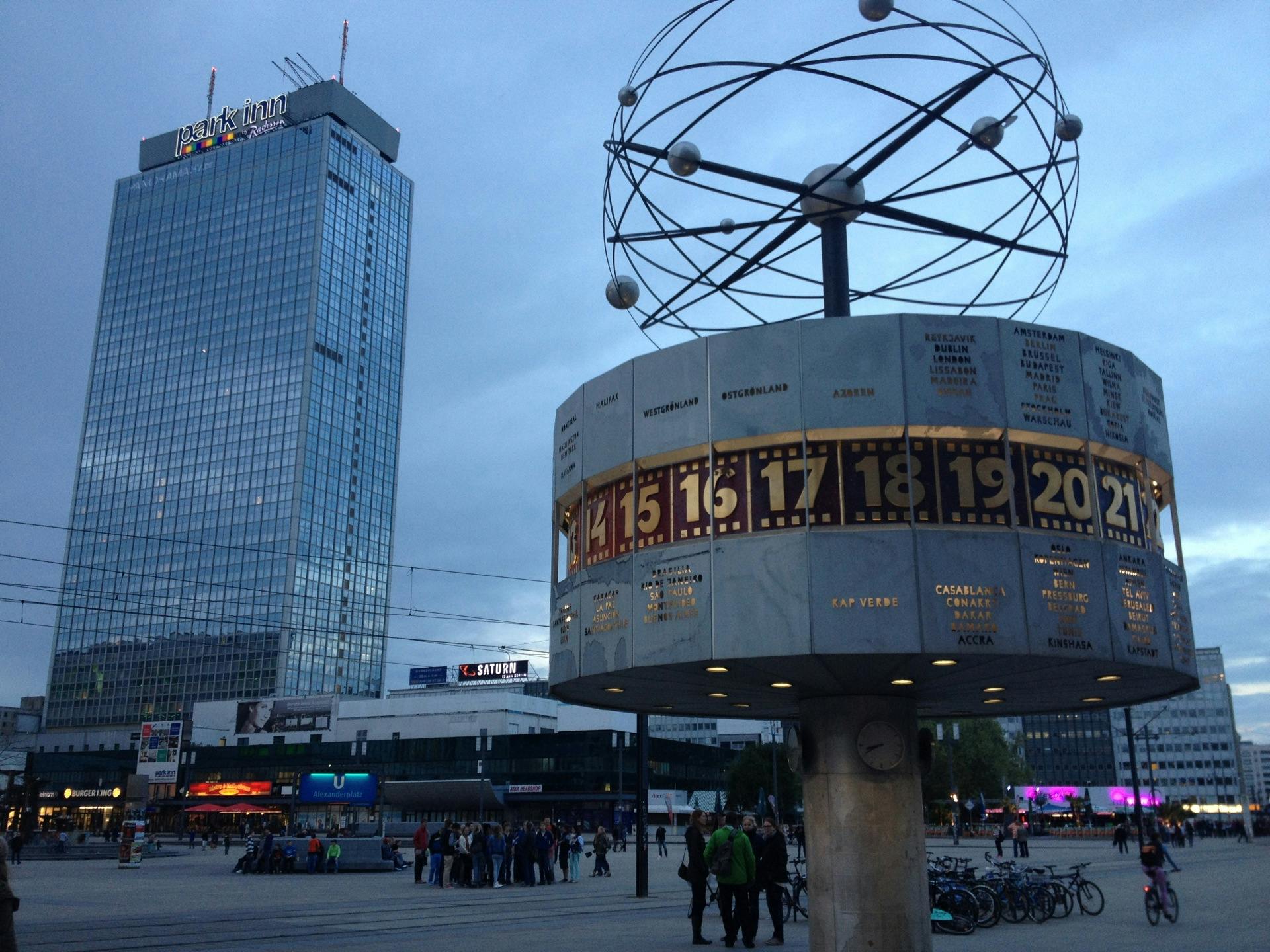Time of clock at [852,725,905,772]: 8:40
